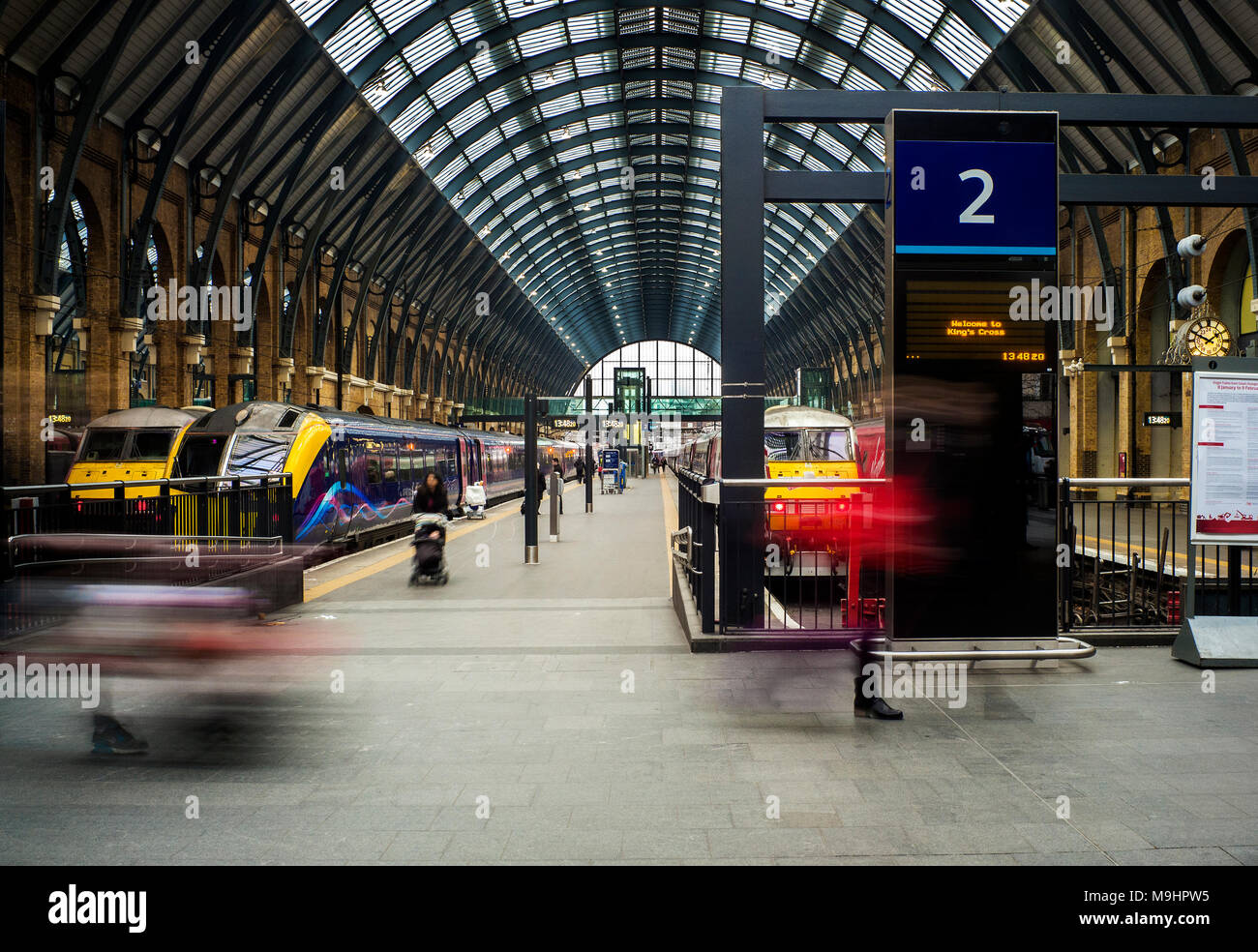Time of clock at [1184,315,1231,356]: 1:49
